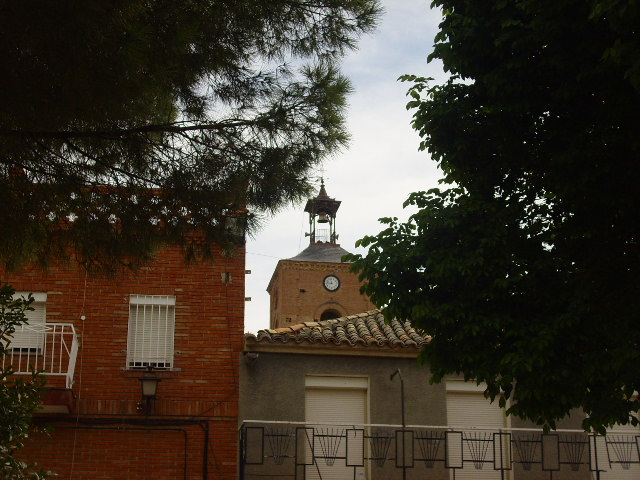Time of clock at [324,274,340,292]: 11:46
